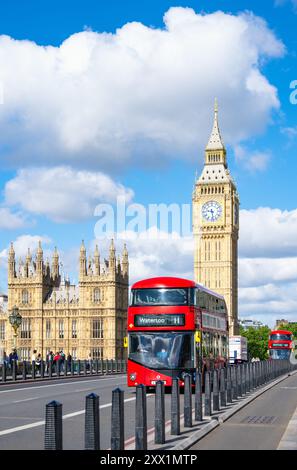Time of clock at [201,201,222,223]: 9:28
